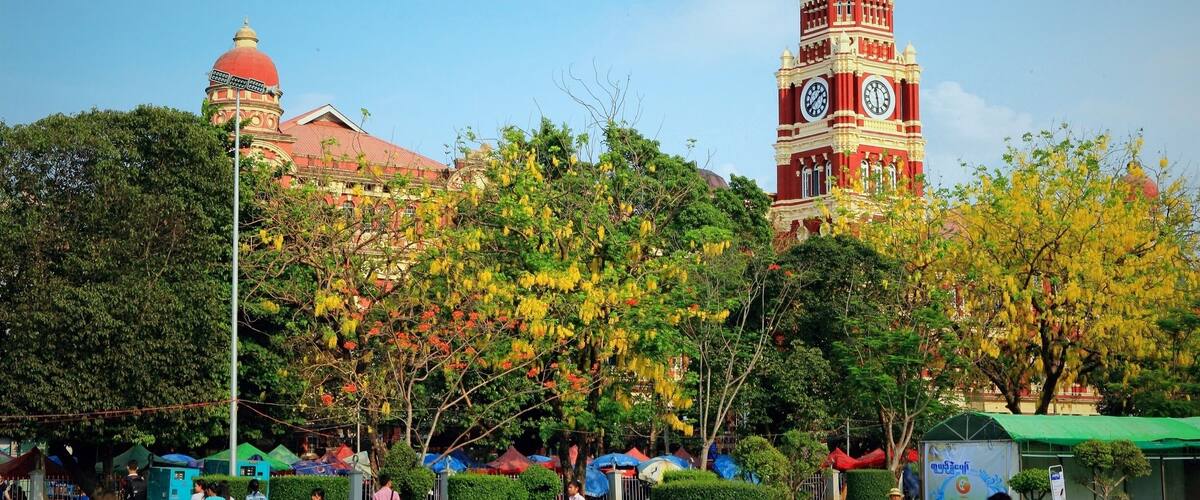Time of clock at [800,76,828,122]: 1:39
